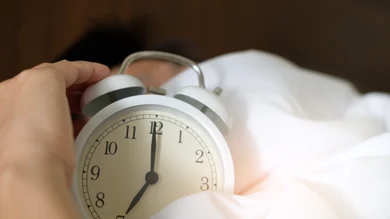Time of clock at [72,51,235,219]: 7:00
